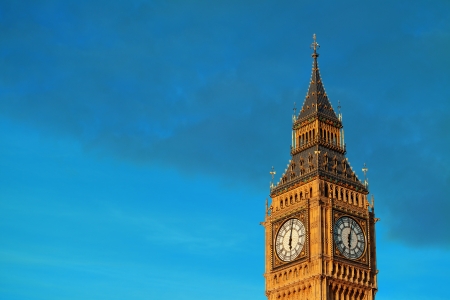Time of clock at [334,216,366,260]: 6:02
